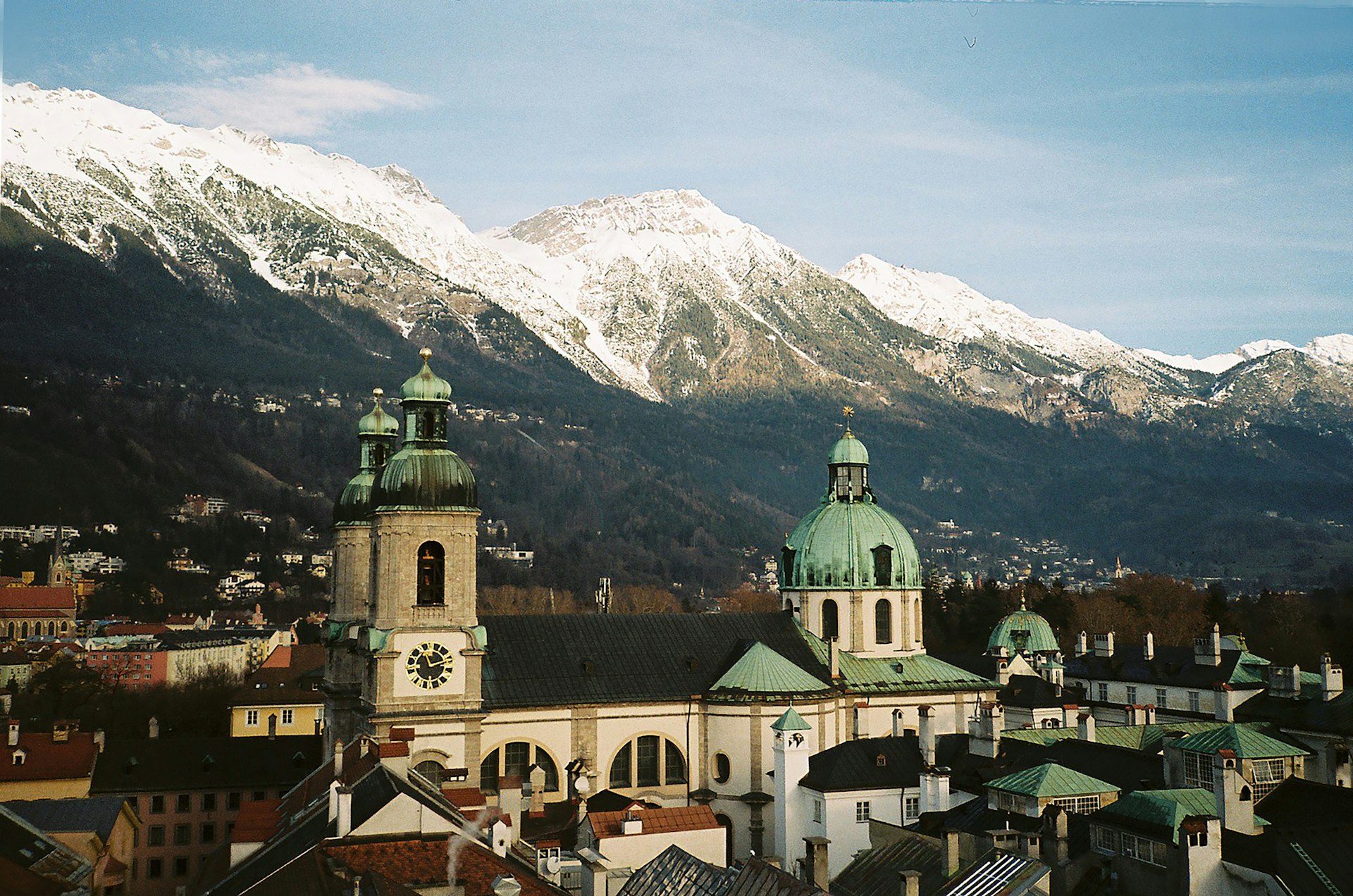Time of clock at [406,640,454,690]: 11:11
